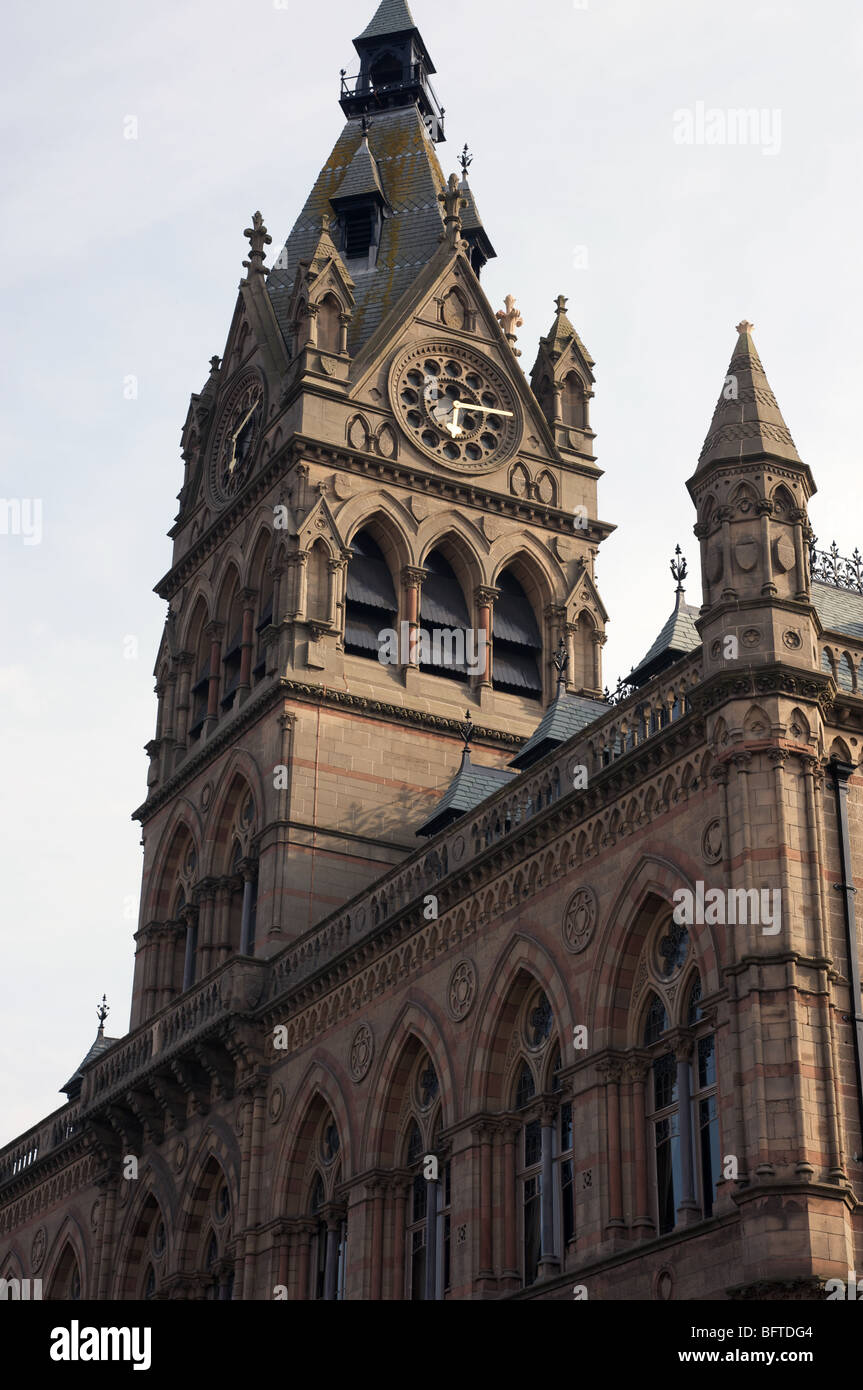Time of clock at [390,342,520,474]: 6:15
